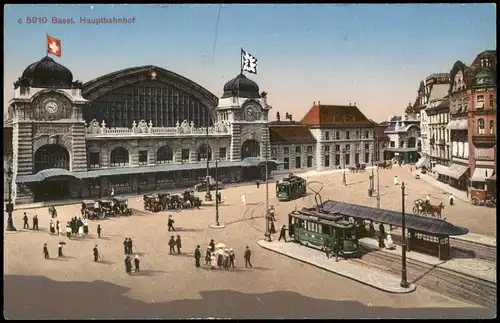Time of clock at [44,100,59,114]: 9:23
